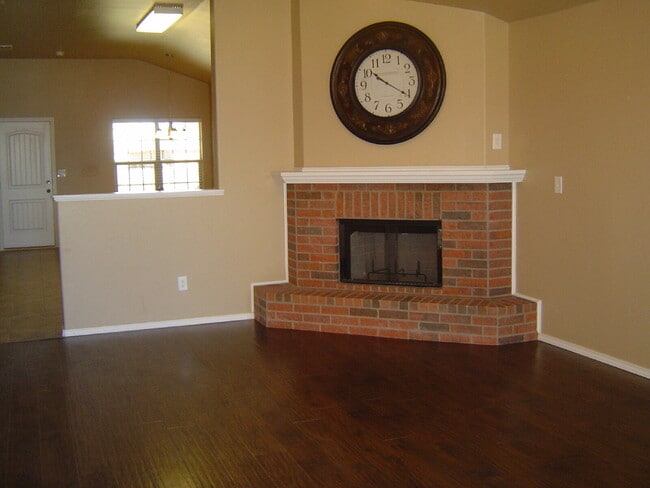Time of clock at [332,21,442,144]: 10:20
